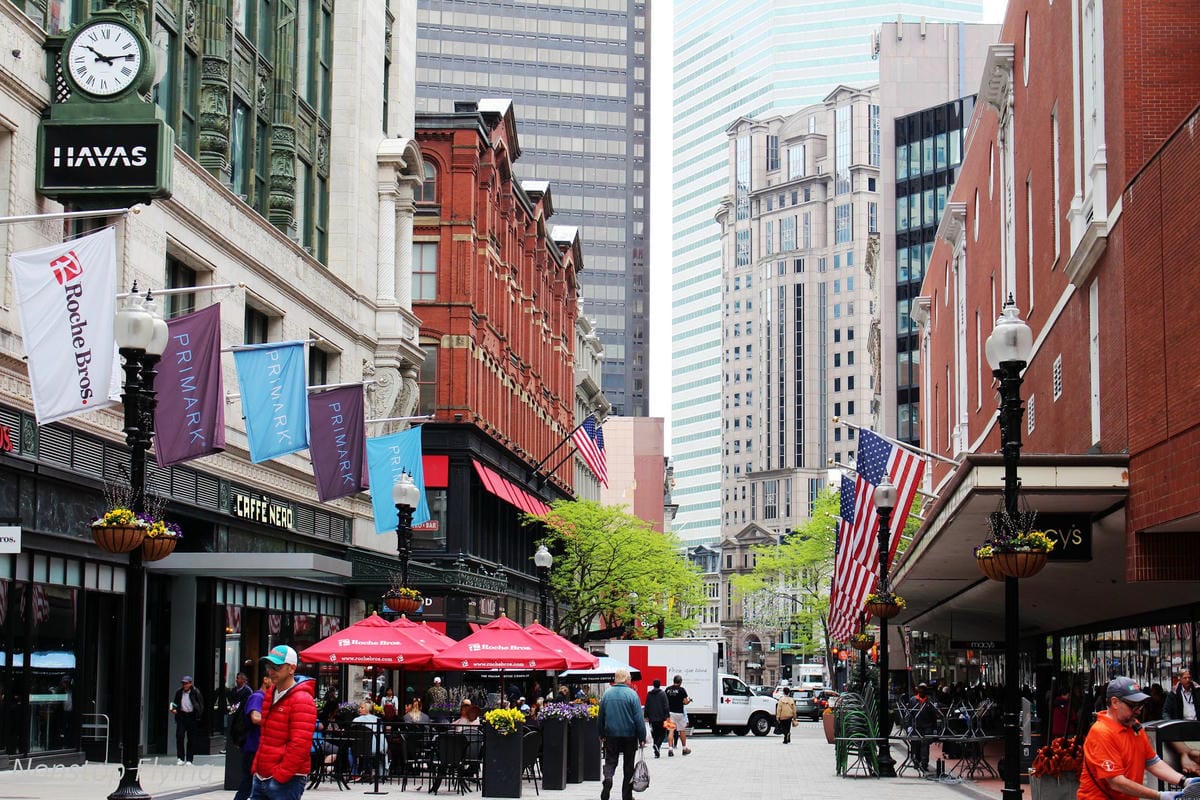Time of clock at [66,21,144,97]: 10:13
